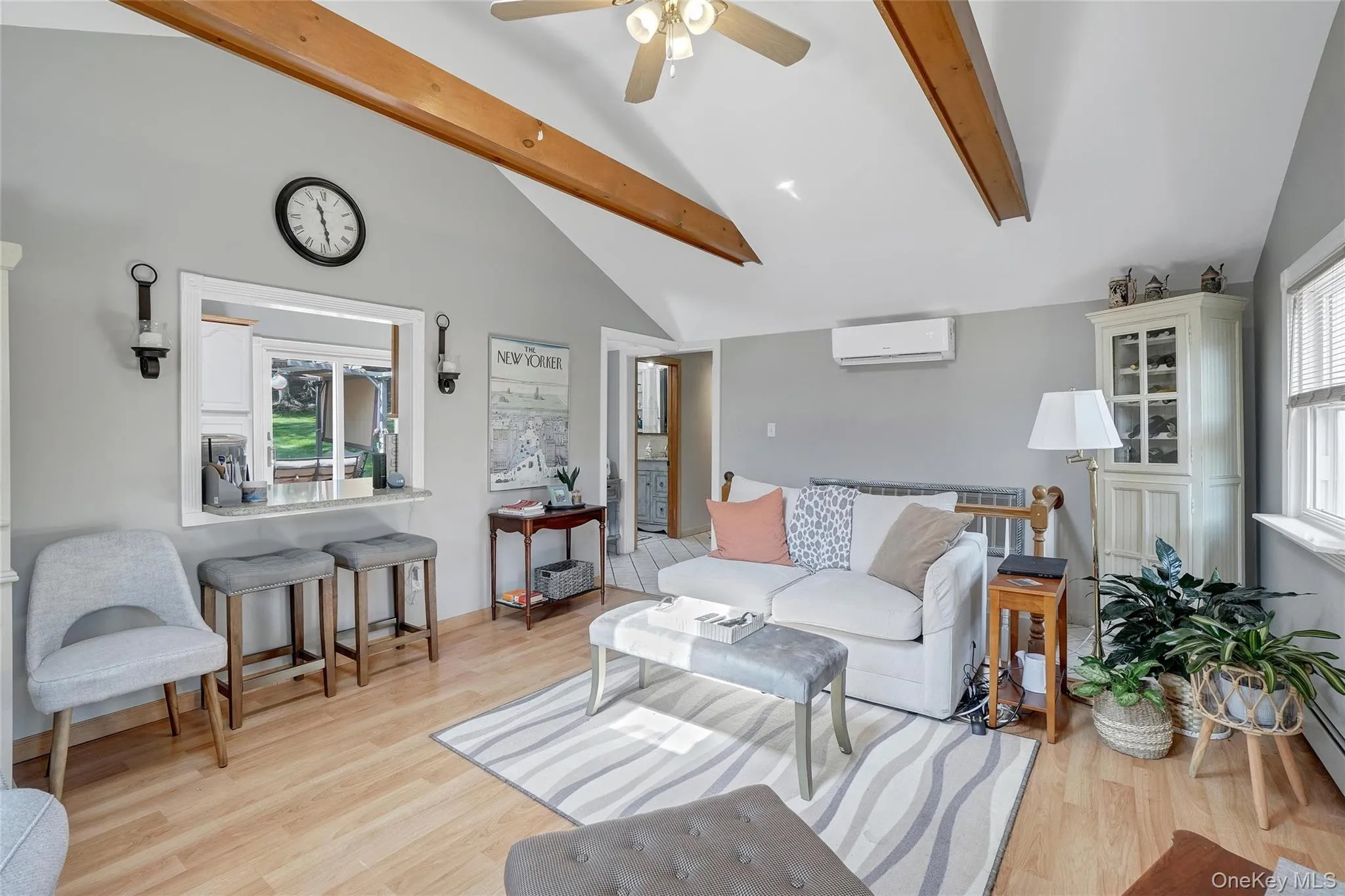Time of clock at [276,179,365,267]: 11:27
